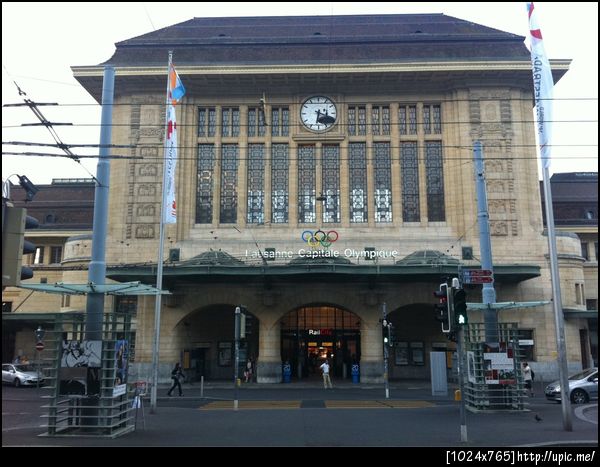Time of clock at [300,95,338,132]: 6:18
